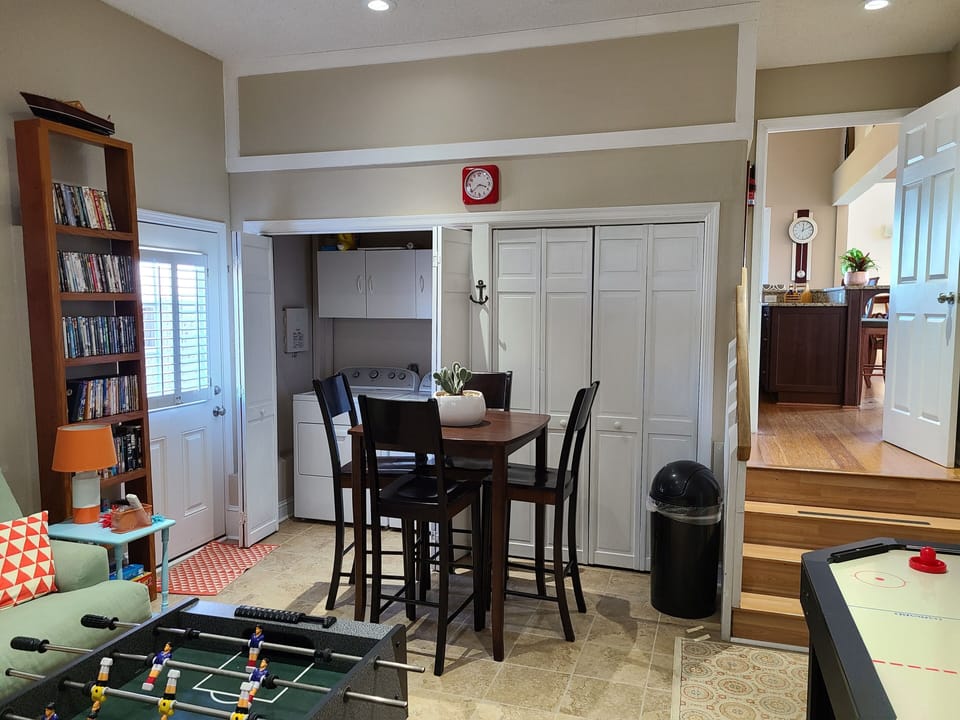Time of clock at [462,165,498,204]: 3:38
